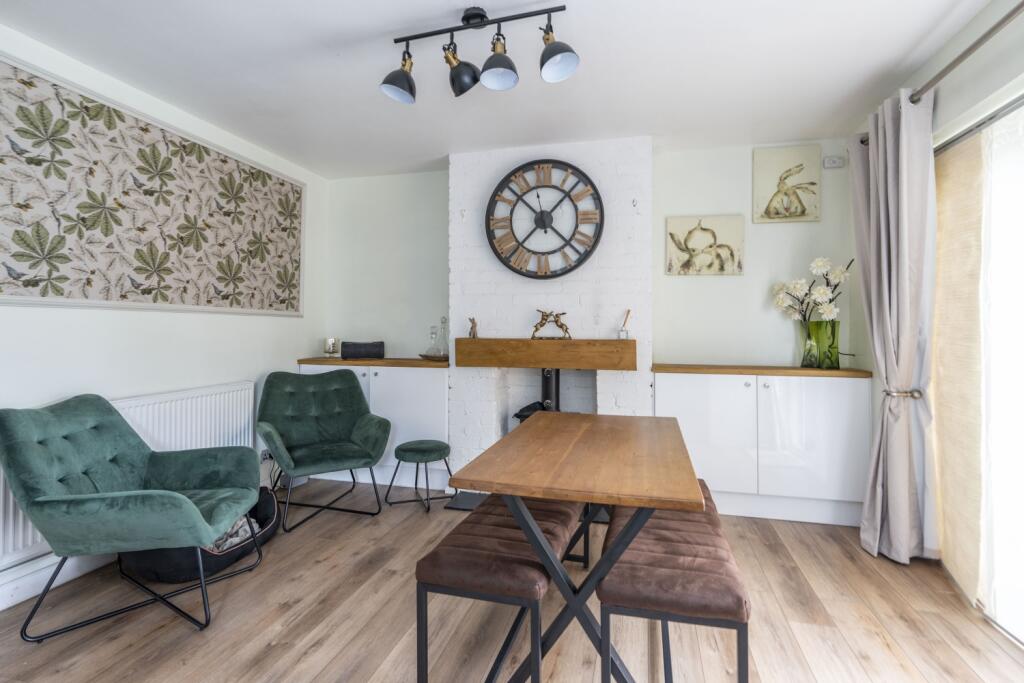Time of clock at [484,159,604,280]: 1:37
